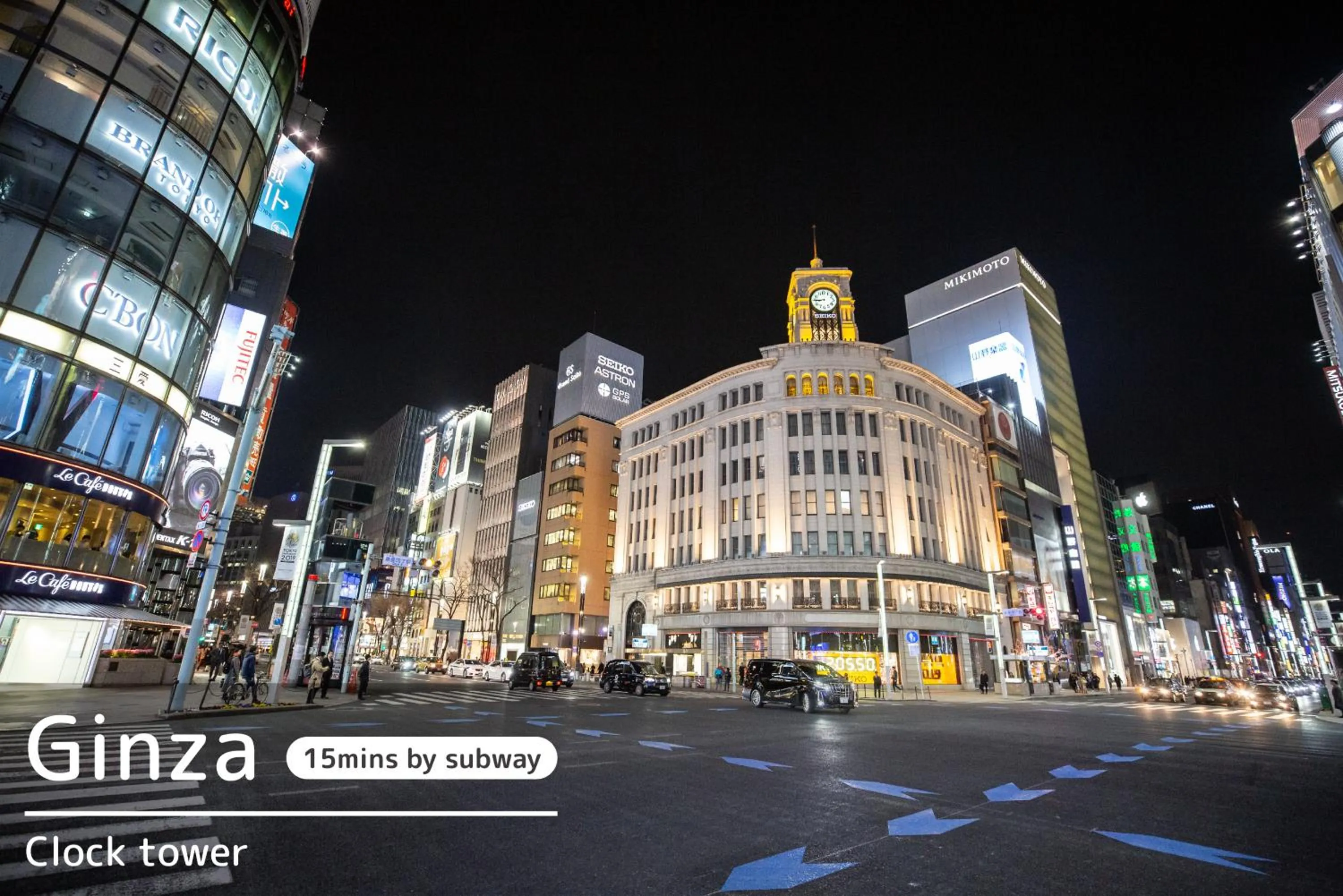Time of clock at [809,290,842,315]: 8:45
